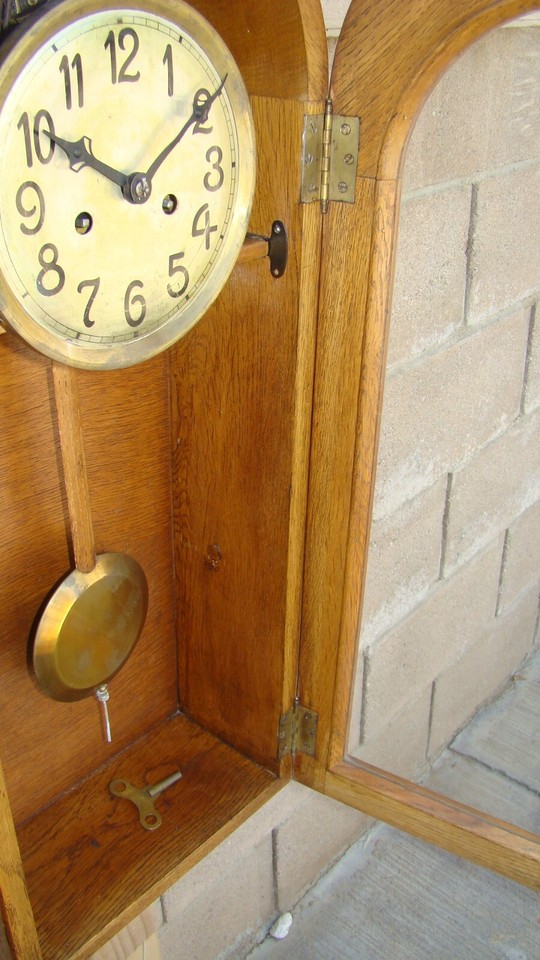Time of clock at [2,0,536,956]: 10:09
